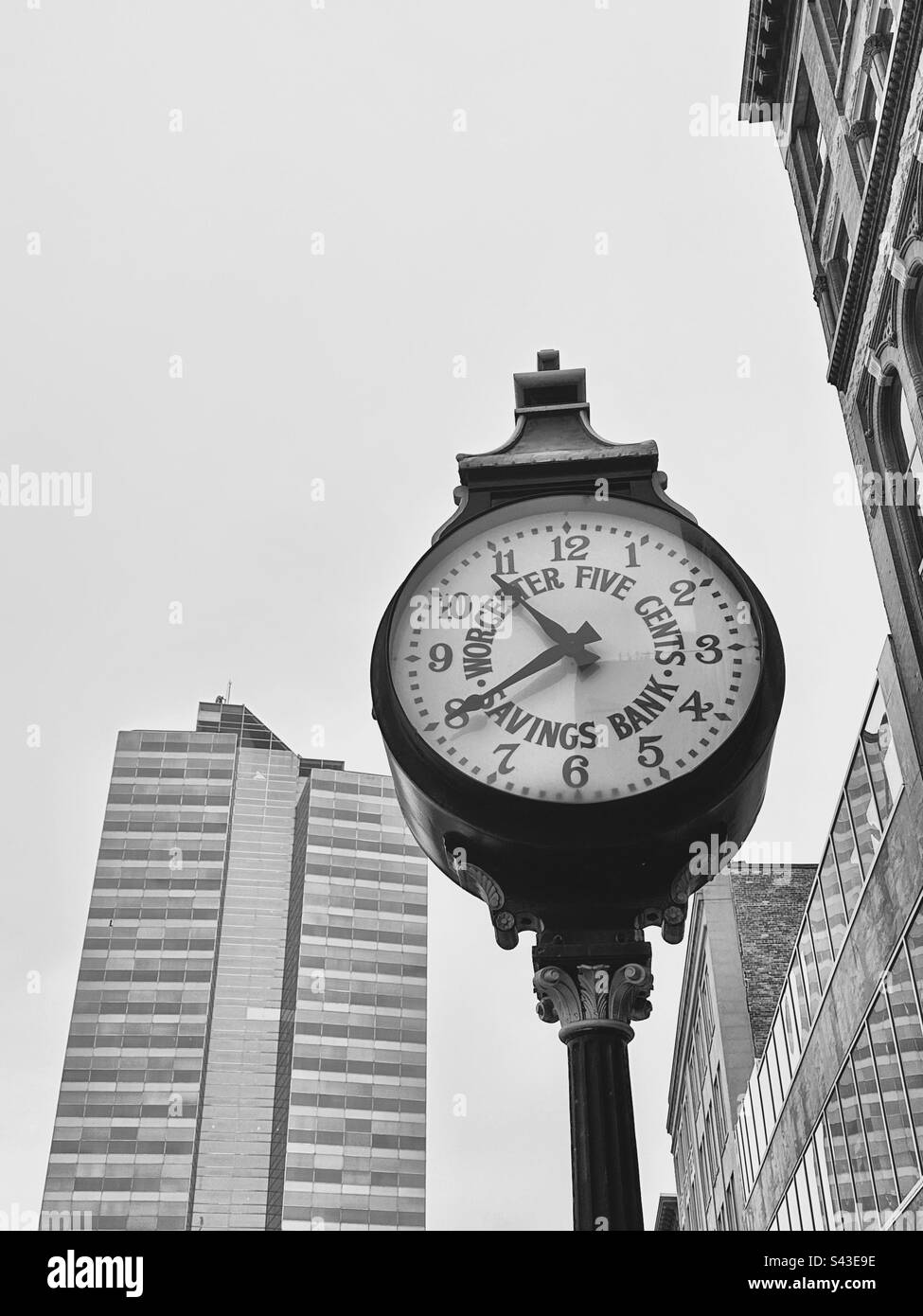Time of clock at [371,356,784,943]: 10:40
